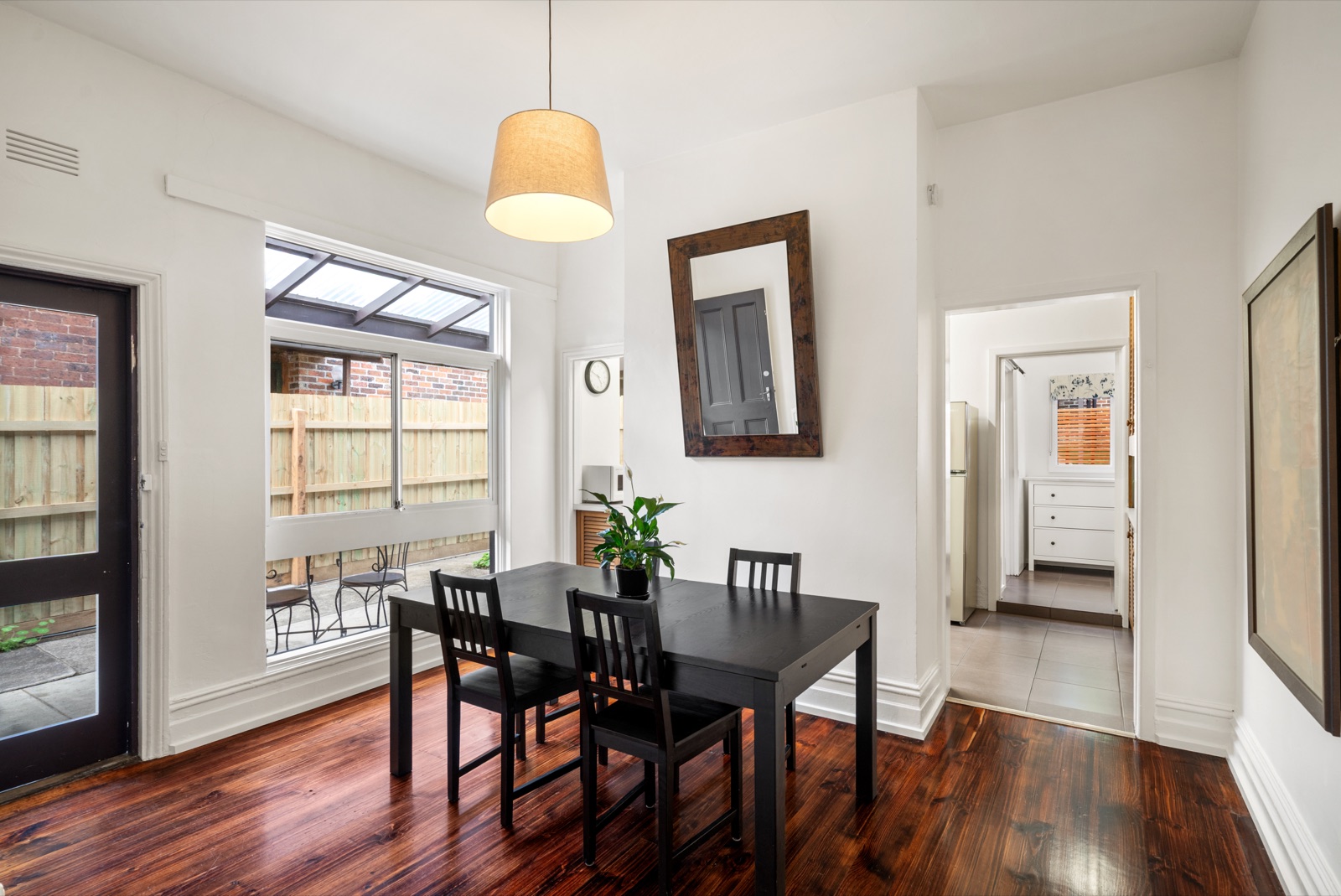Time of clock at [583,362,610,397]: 4:49
